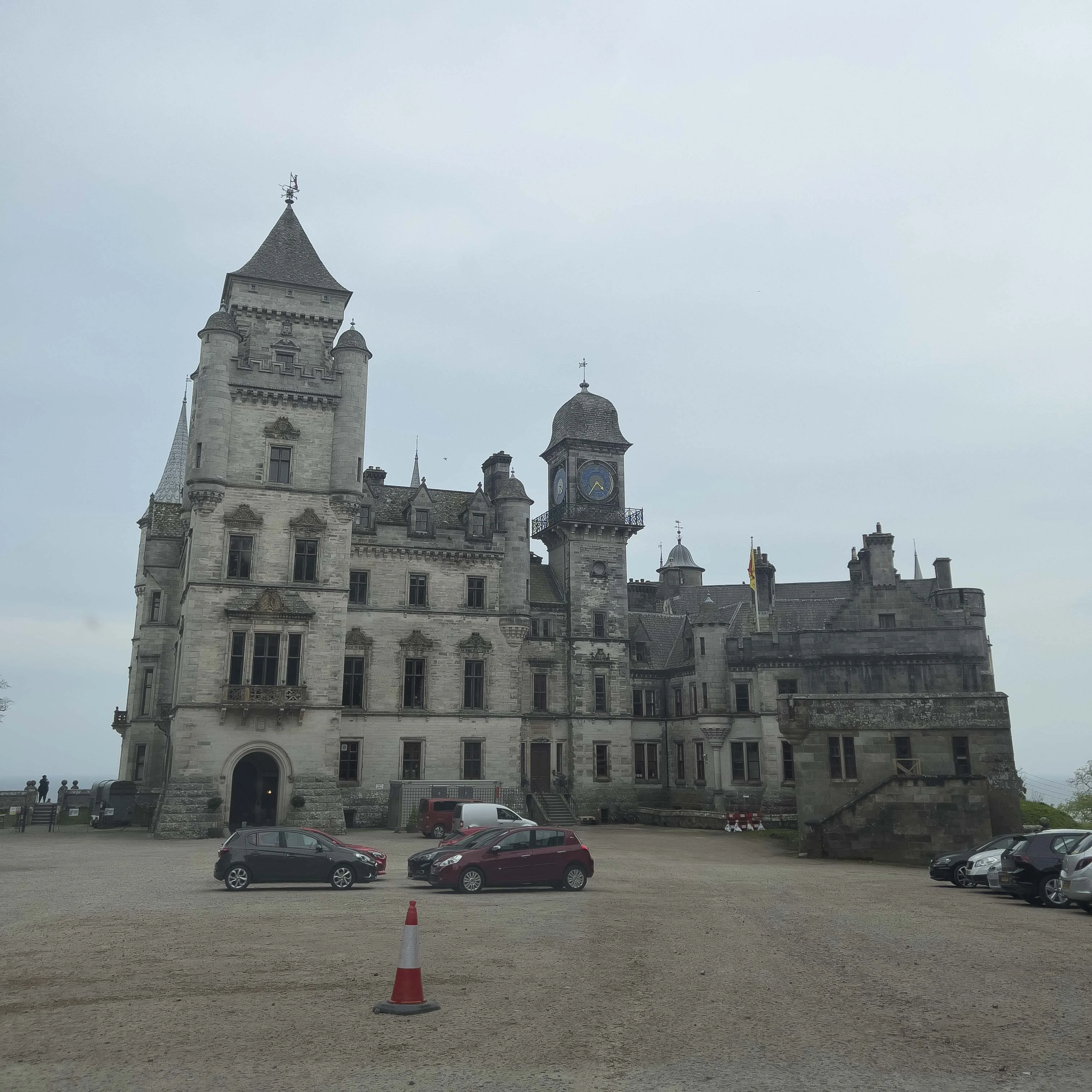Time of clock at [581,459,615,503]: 4:35
